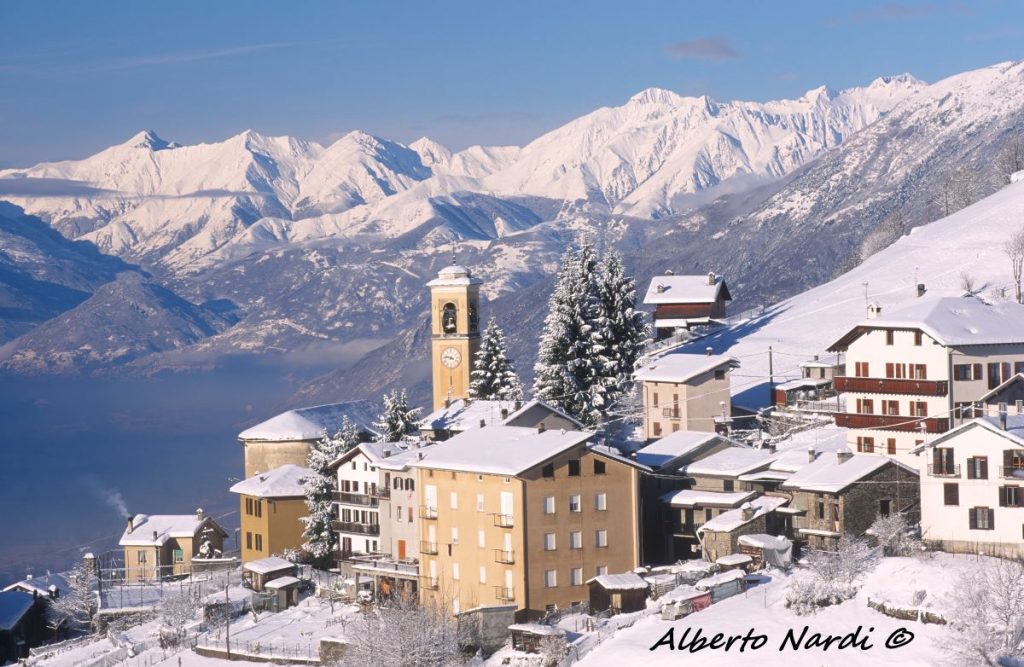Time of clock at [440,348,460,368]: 3:47
